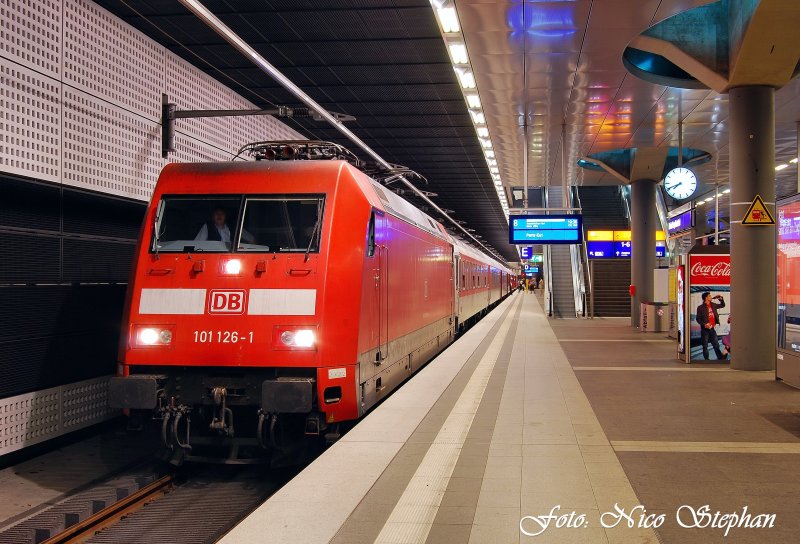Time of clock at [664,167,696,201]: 7:41
